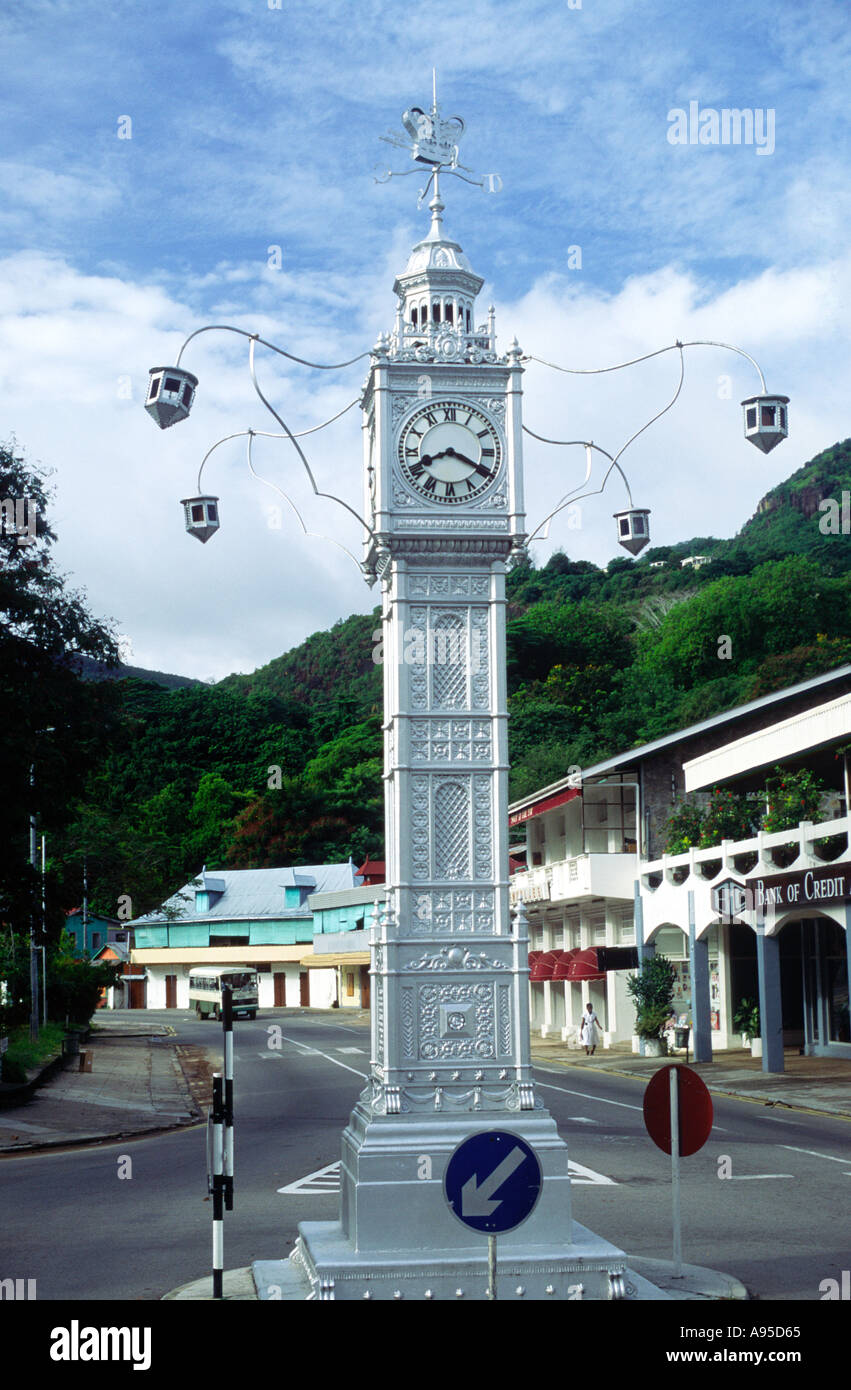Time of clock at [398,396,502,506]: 8:19
